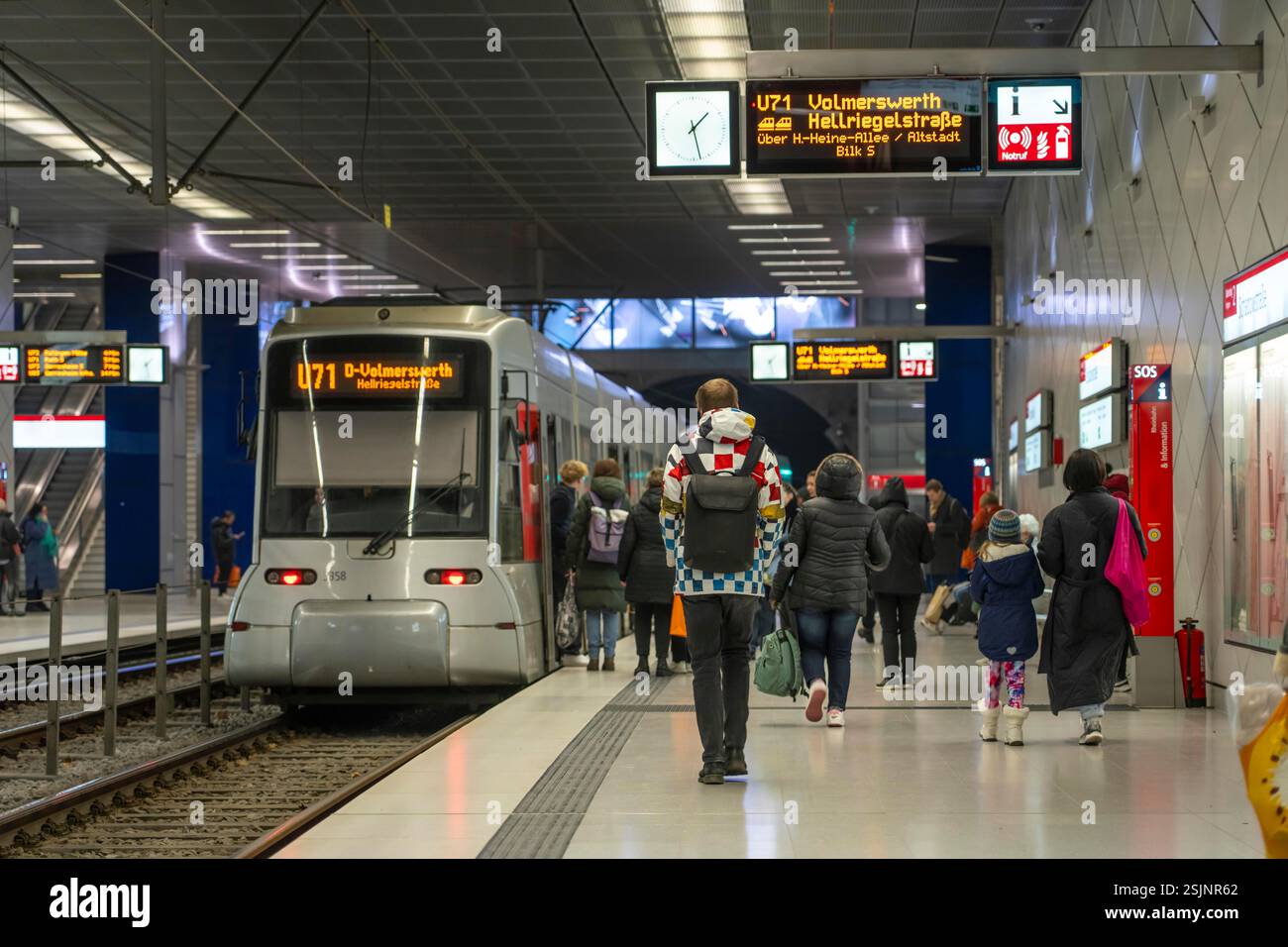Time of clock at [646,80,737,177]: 1:27
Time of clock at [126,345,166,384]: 1:28
